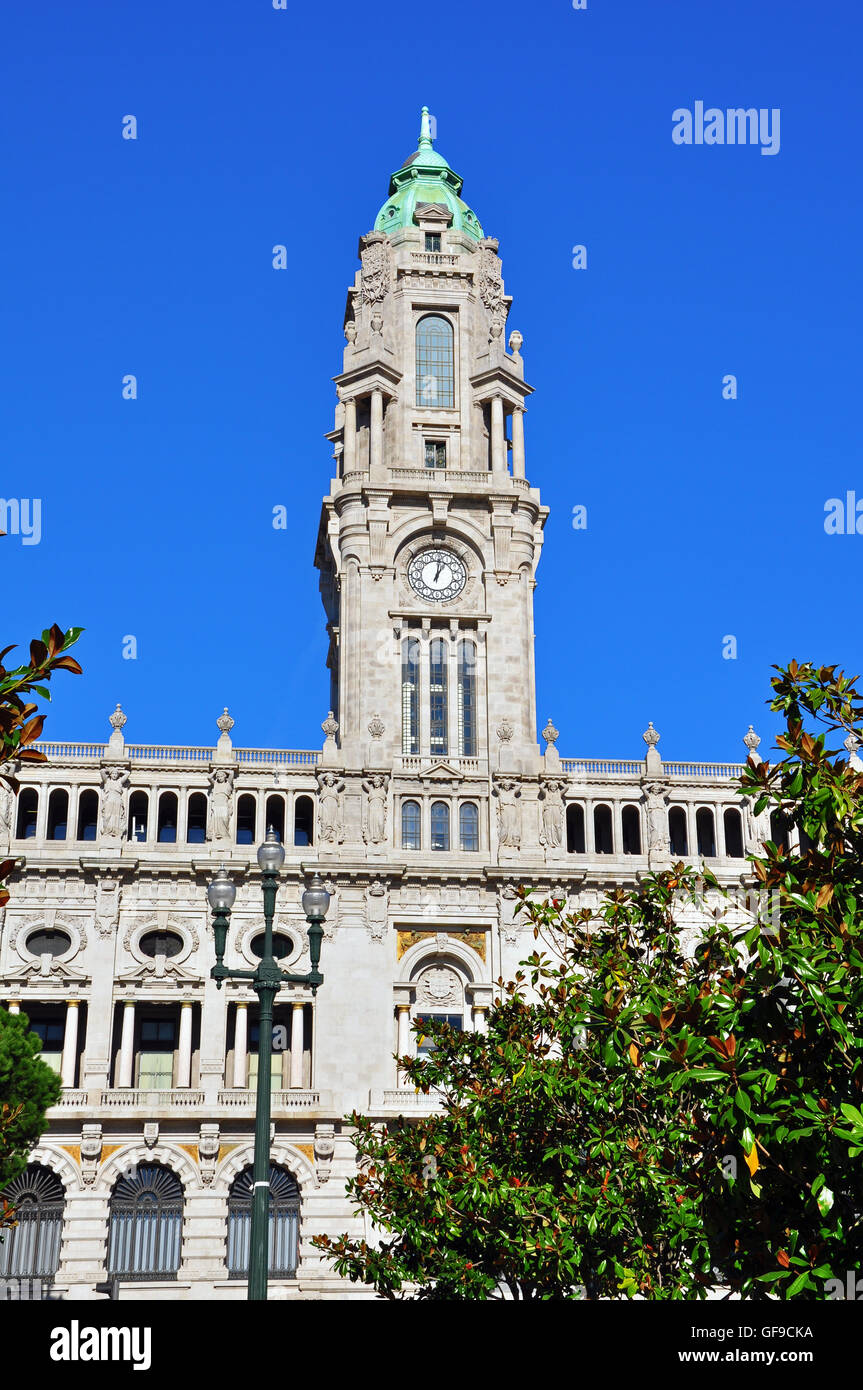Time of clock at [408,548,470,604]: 1:01
